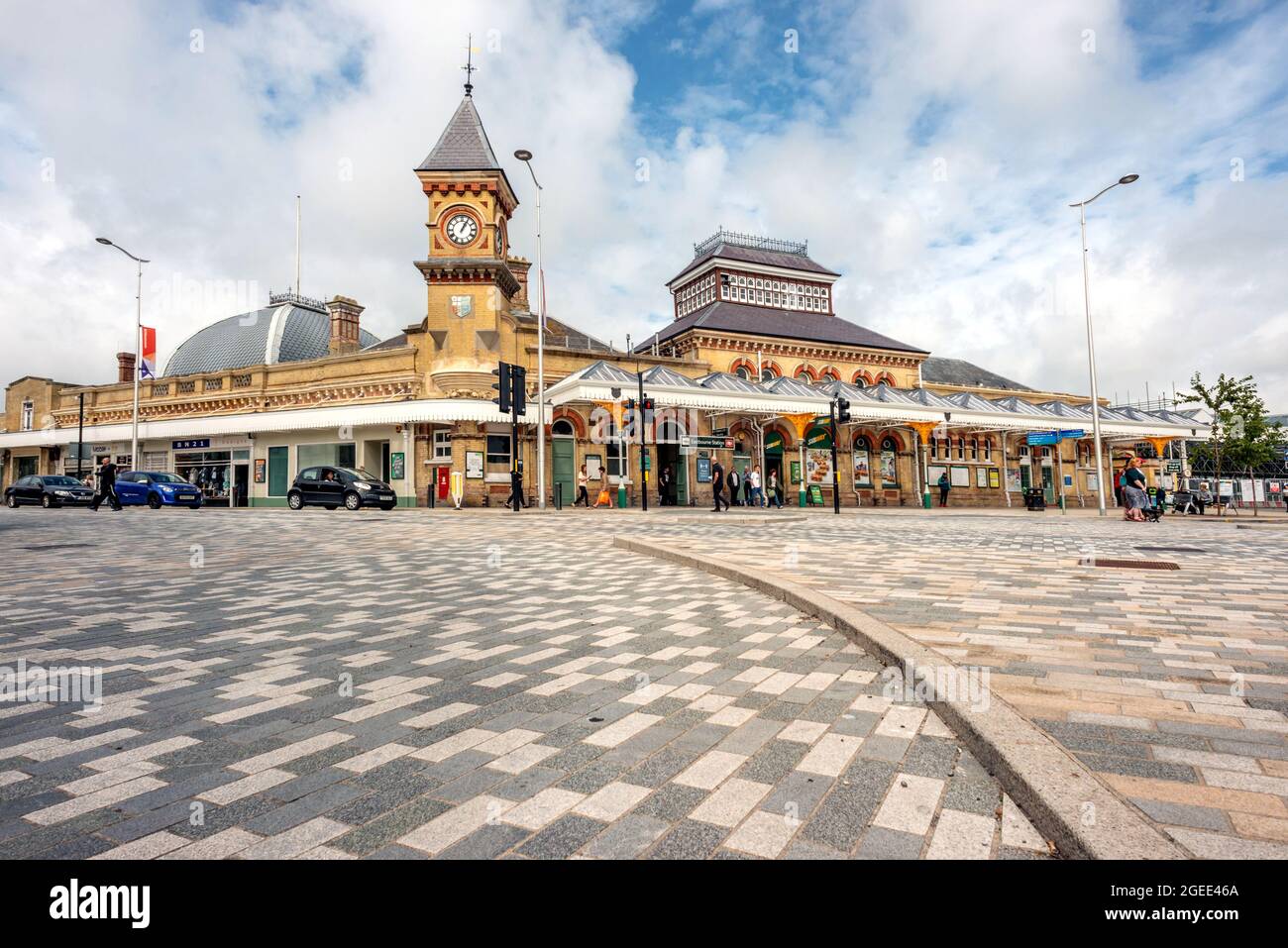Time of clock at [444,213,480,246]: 1:05
